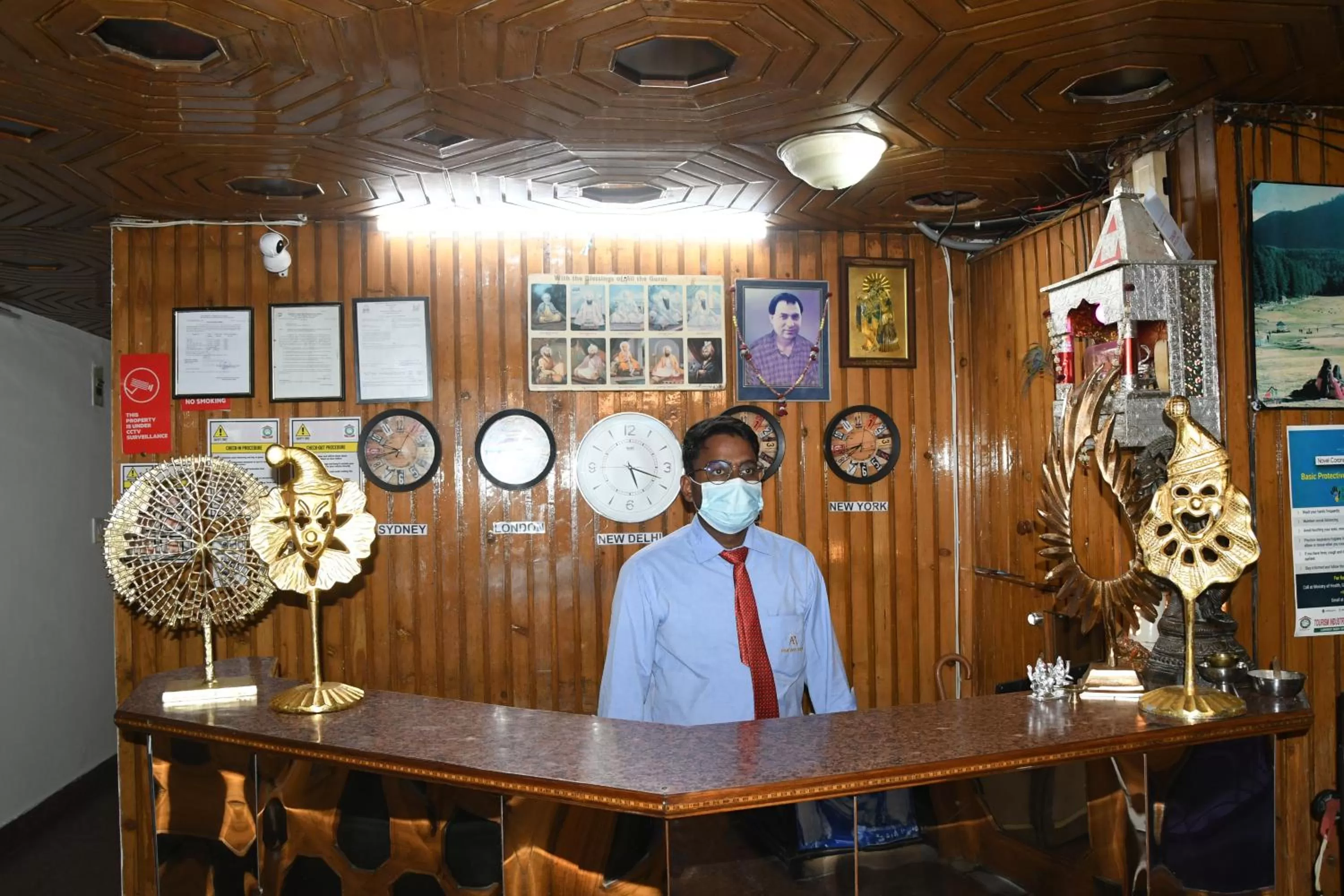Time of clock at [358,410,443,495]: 8:48
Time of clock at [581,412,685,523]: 5:18
